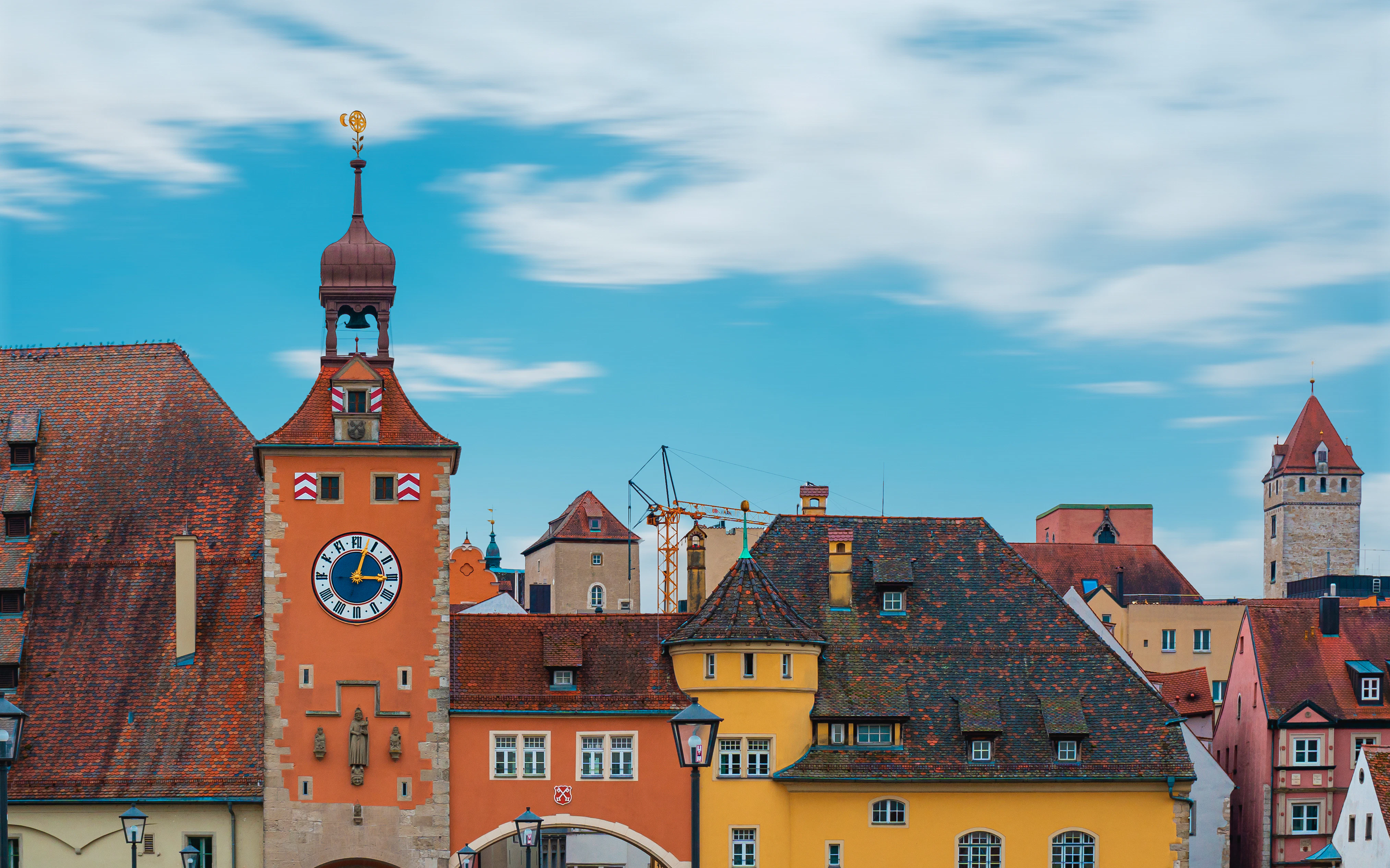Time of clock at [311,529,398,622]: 3:03
